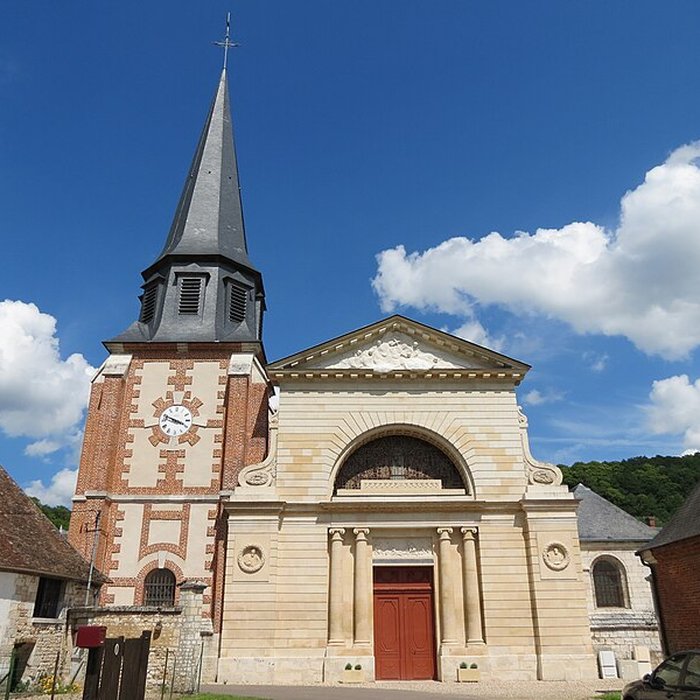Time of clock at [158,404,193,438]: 3:48
